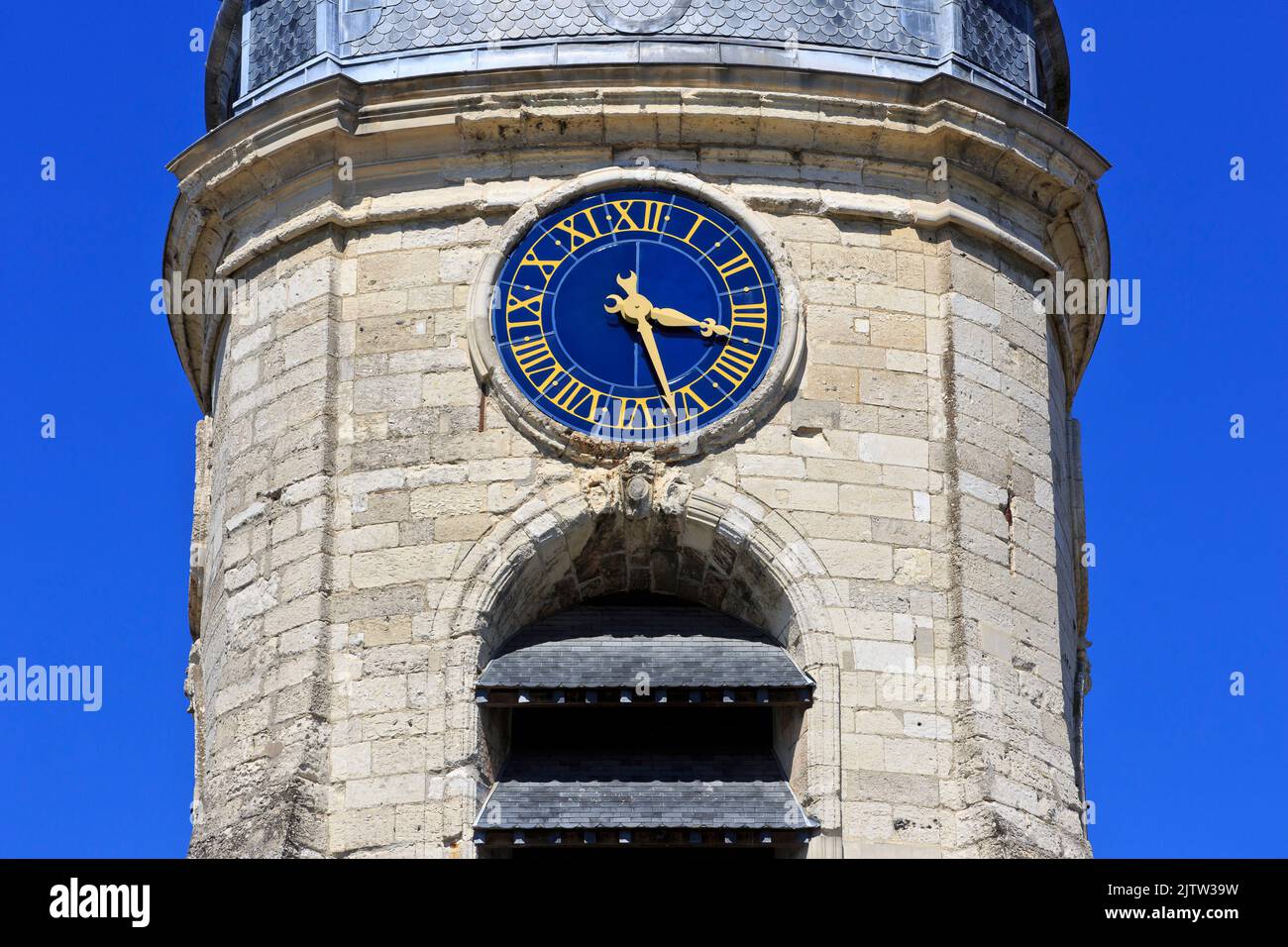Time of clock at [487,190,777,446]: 3:26
